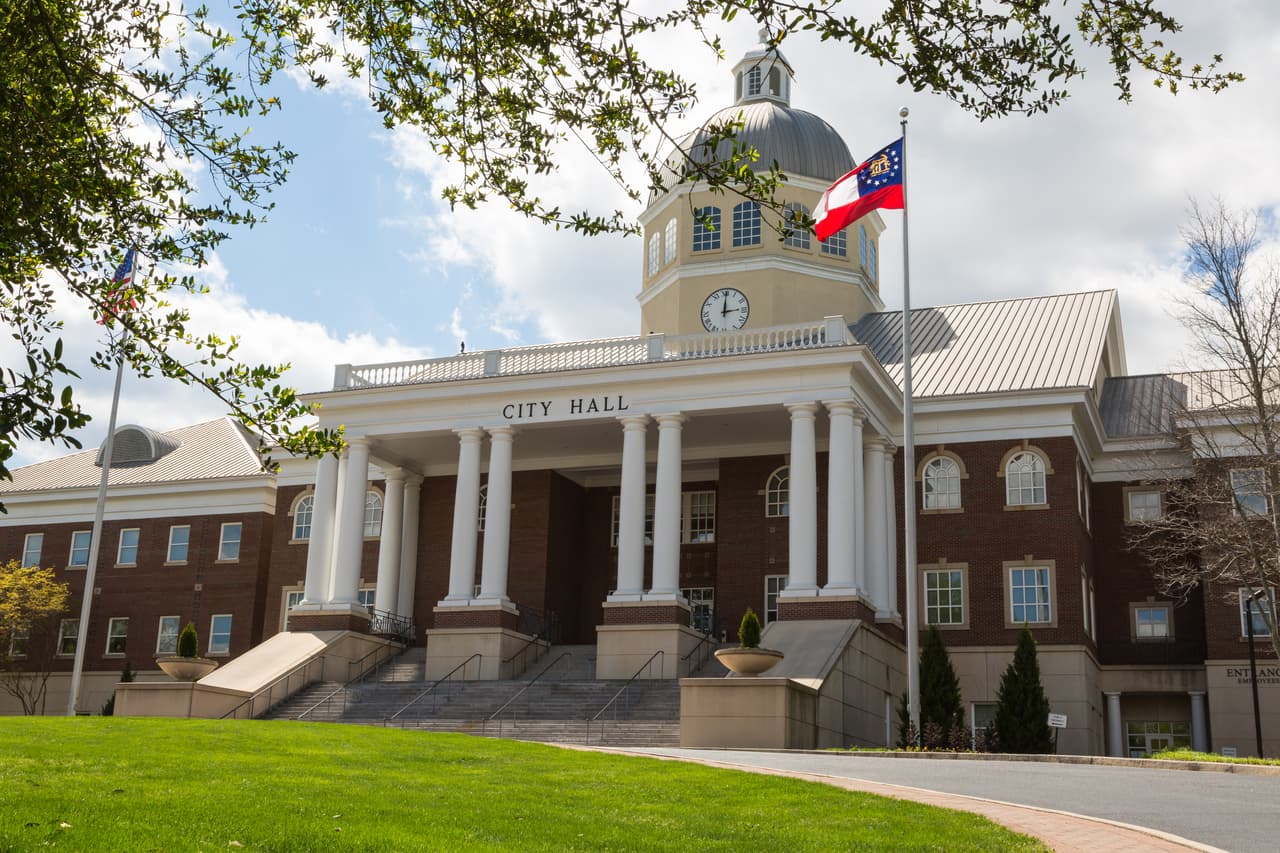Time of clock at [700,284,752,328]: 3:00
